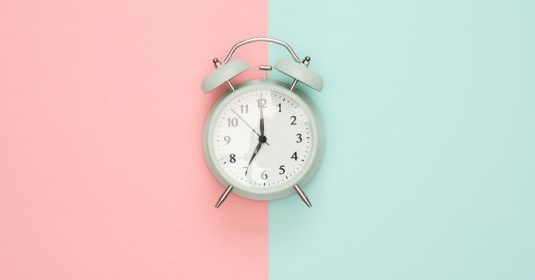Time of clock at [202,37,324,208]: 7:00
